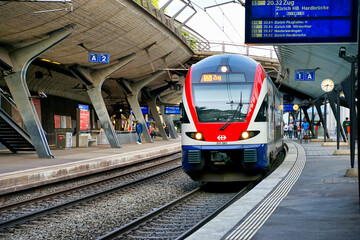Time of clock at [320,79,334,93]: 8:32
